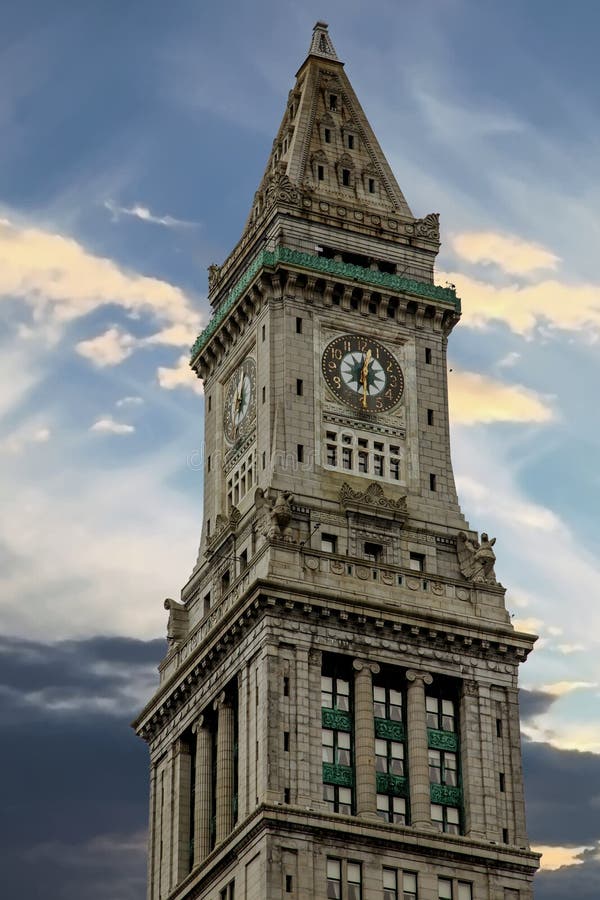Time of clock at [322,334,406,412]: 12:28
